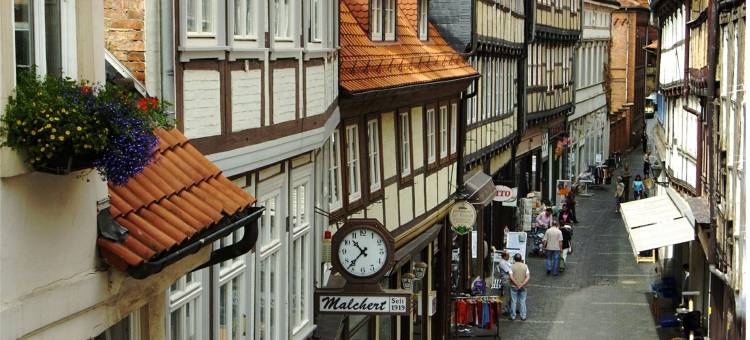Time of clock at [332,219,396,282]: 10:37
